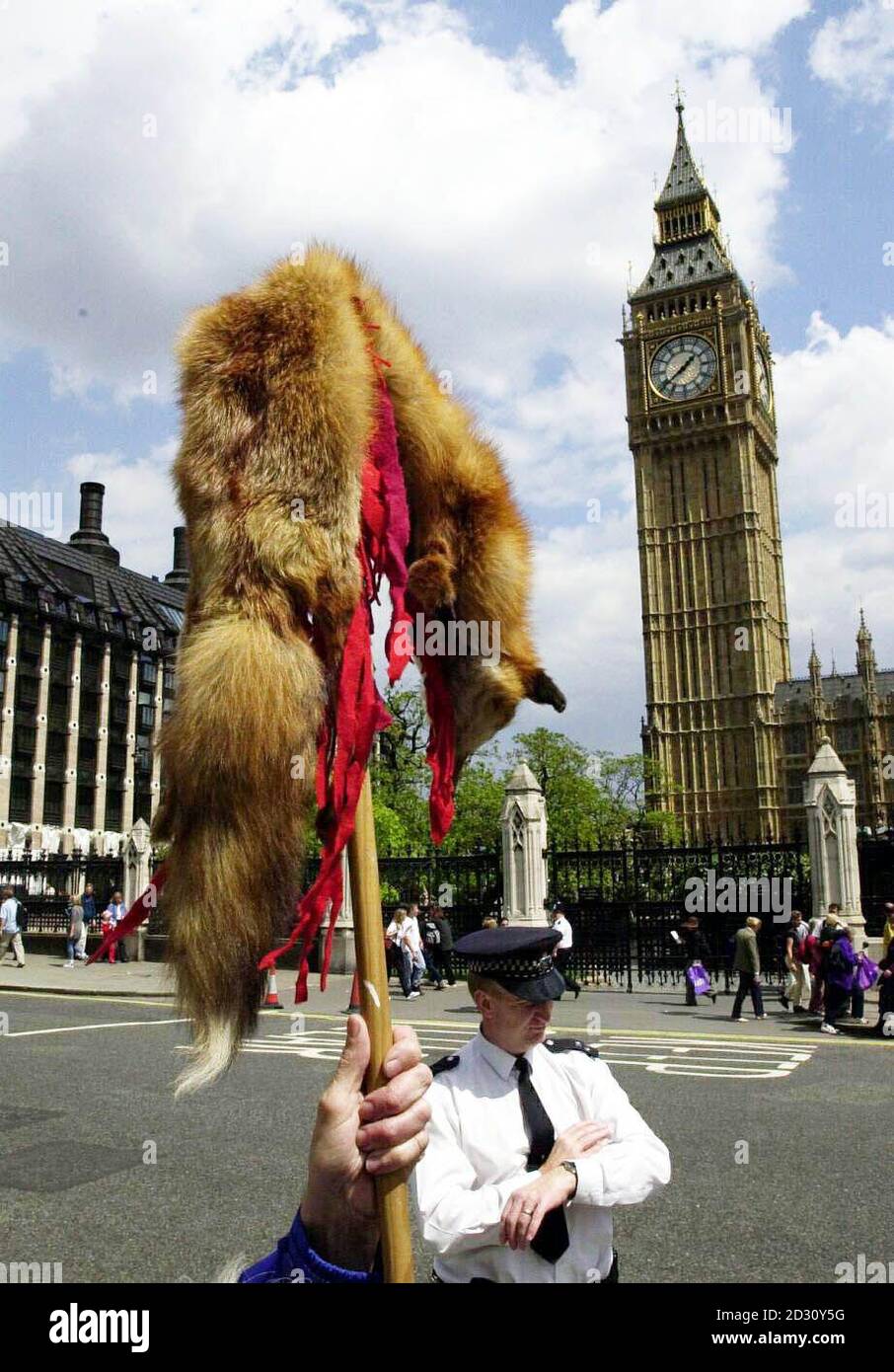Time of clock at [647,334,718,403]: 1:38
